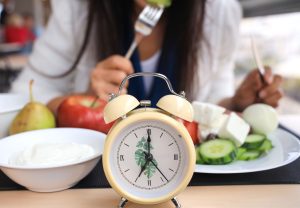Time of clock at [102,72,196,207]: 7:00
